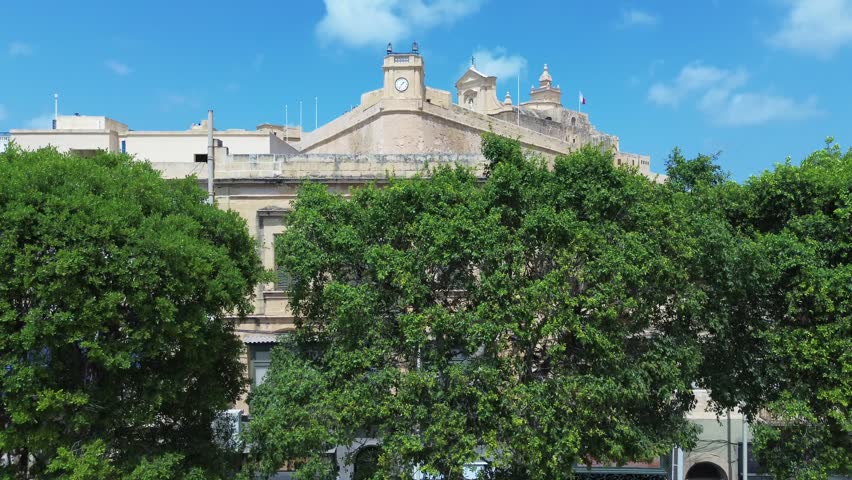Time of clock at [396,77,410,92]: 1:36
